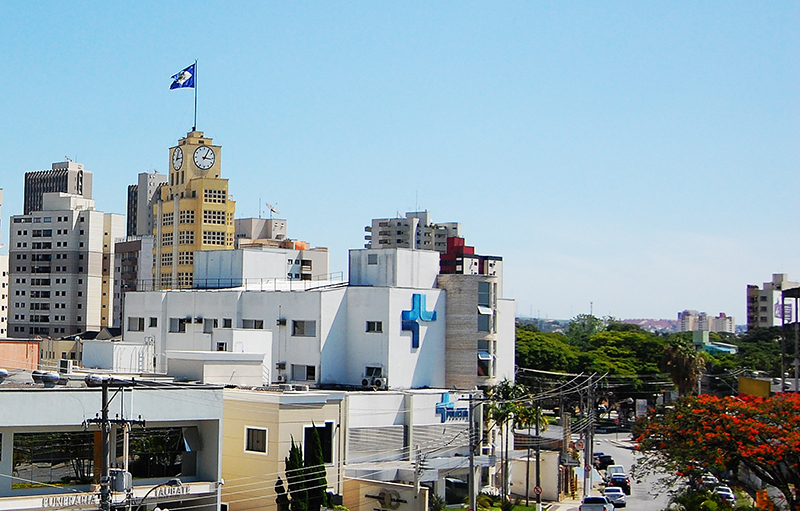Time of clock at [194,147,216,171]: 3:05
